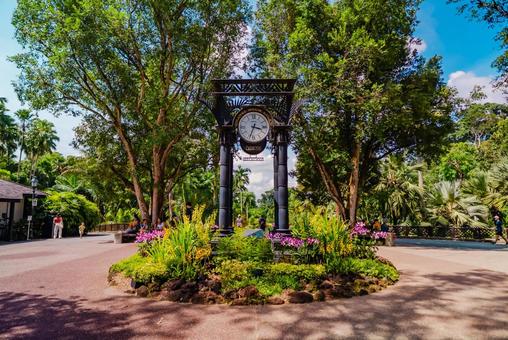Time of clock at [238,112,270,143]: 3:33
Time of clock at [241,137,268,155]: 3:33
